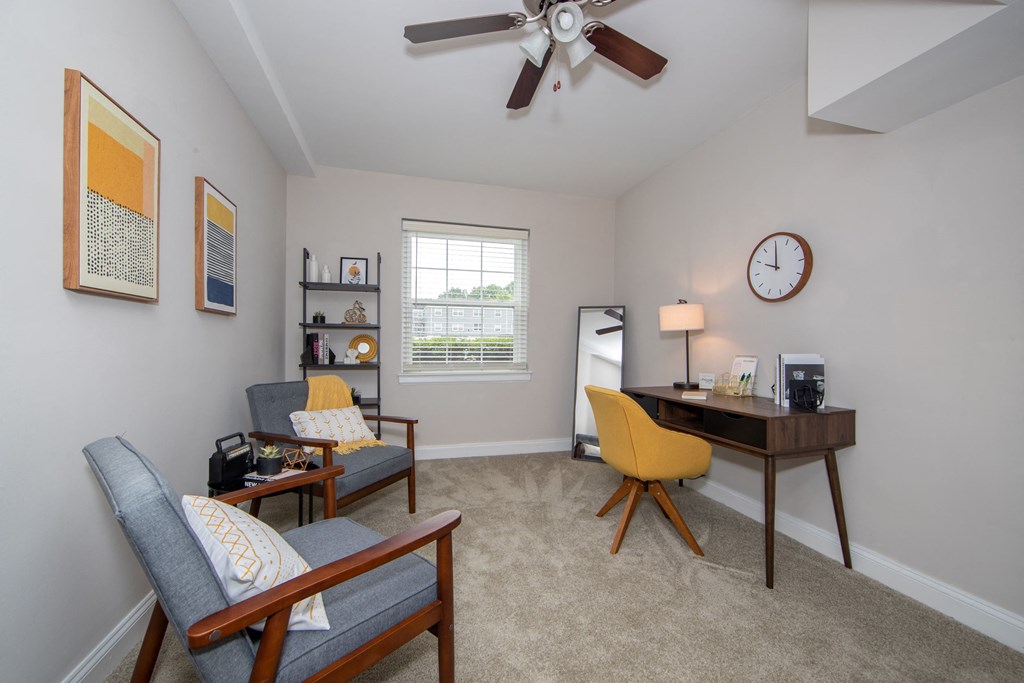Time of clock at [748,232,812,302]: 10:00
